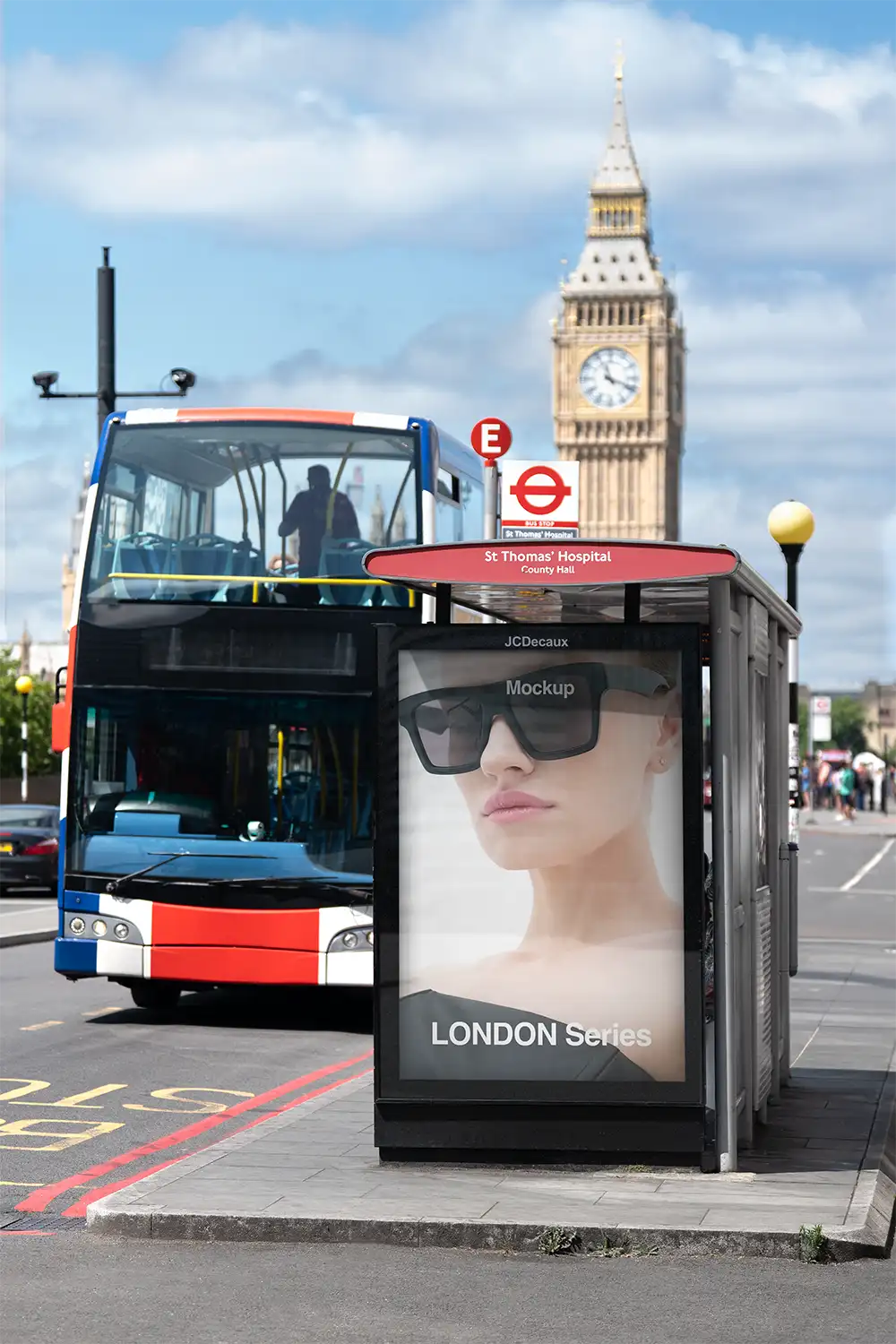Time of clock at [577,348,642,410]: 11:18
